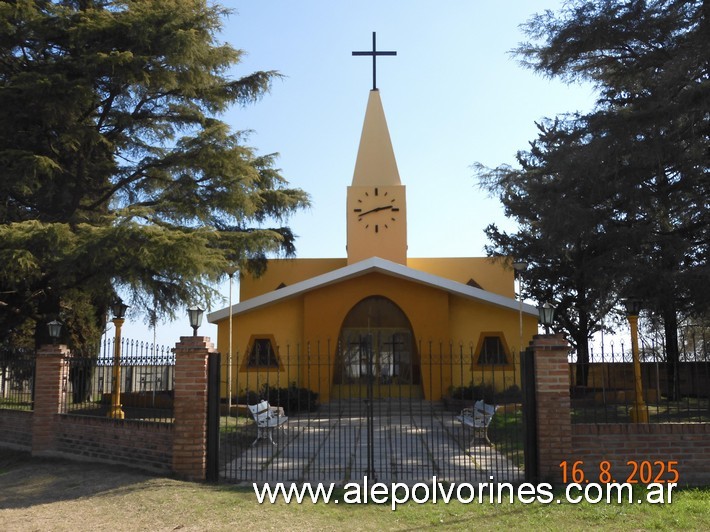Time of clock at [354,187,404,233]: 2:41
